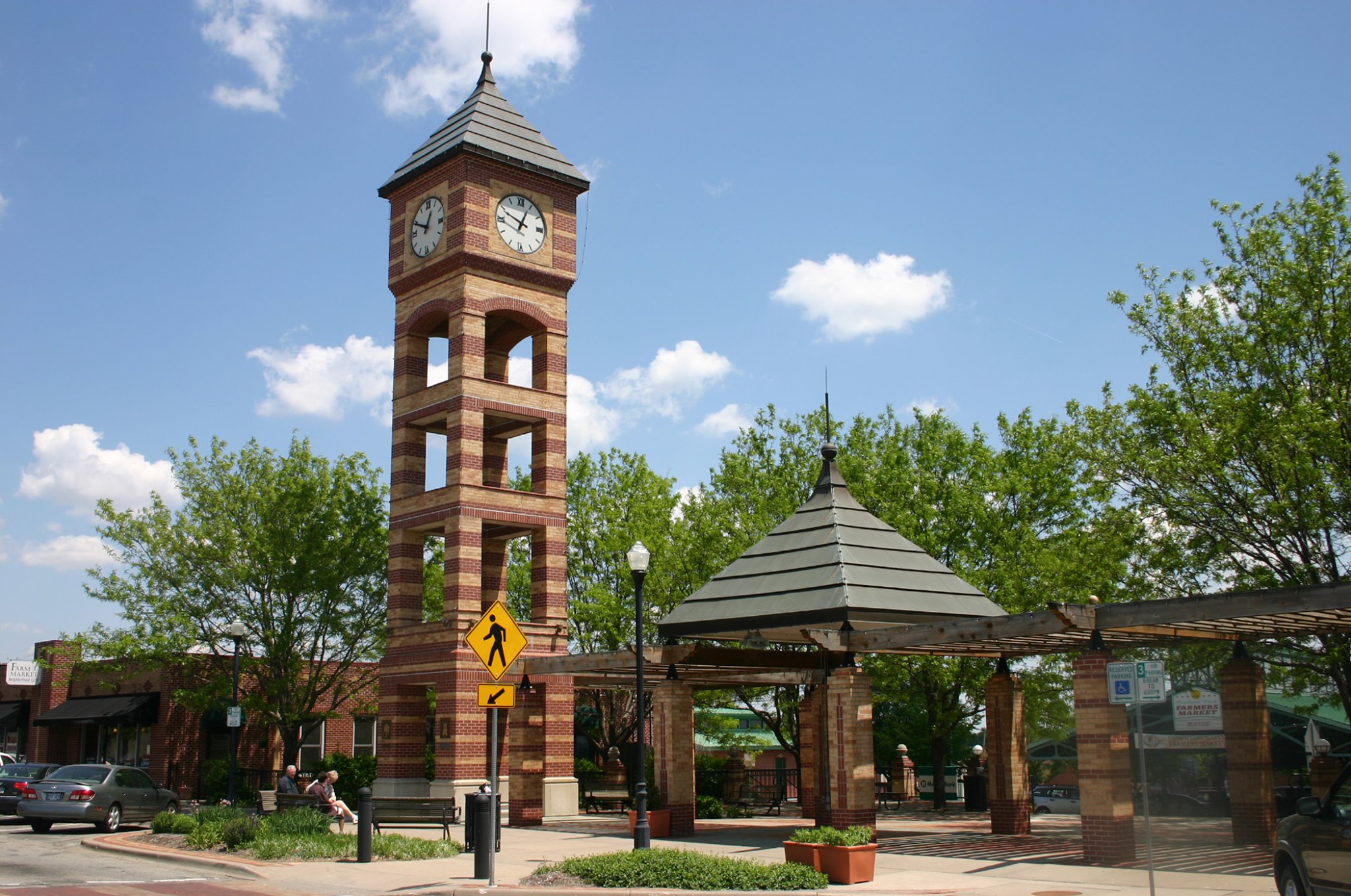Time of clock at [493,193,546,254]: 12:49
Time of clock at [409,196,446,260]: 12:49
